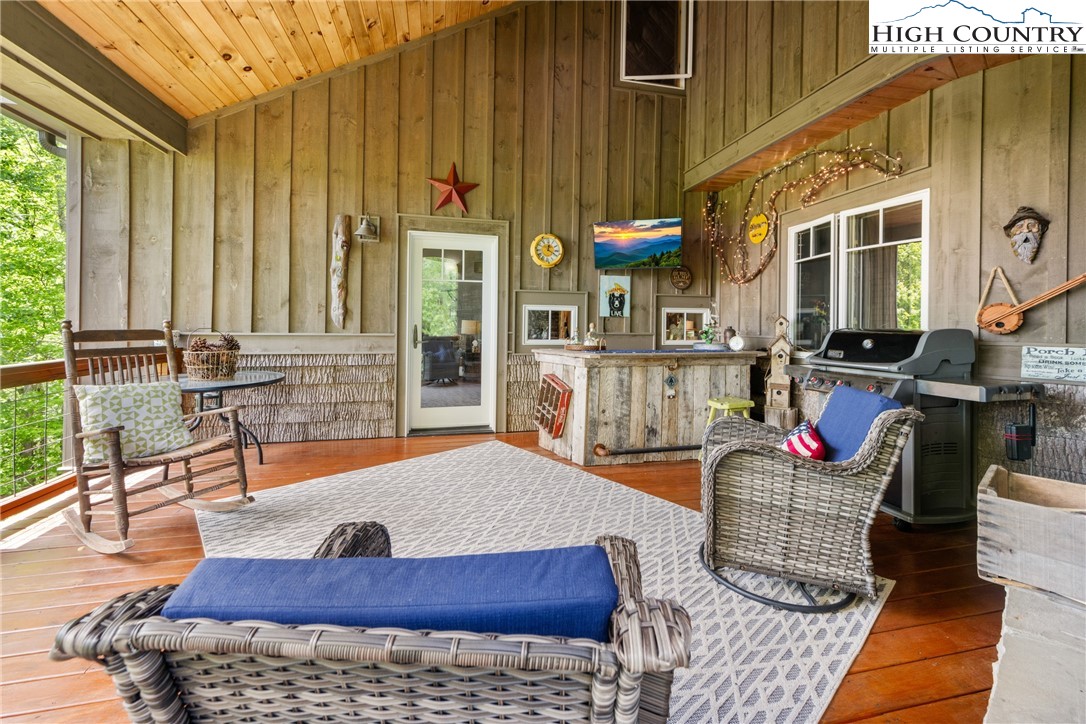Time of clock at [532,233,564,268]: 12:19
